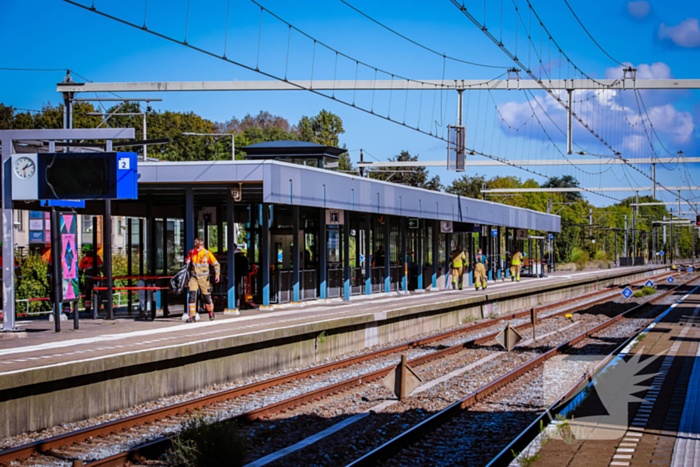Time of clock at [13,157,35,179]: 1:11
